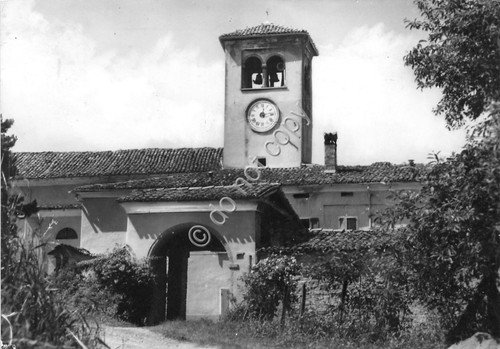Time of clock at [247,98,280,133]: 12:13
